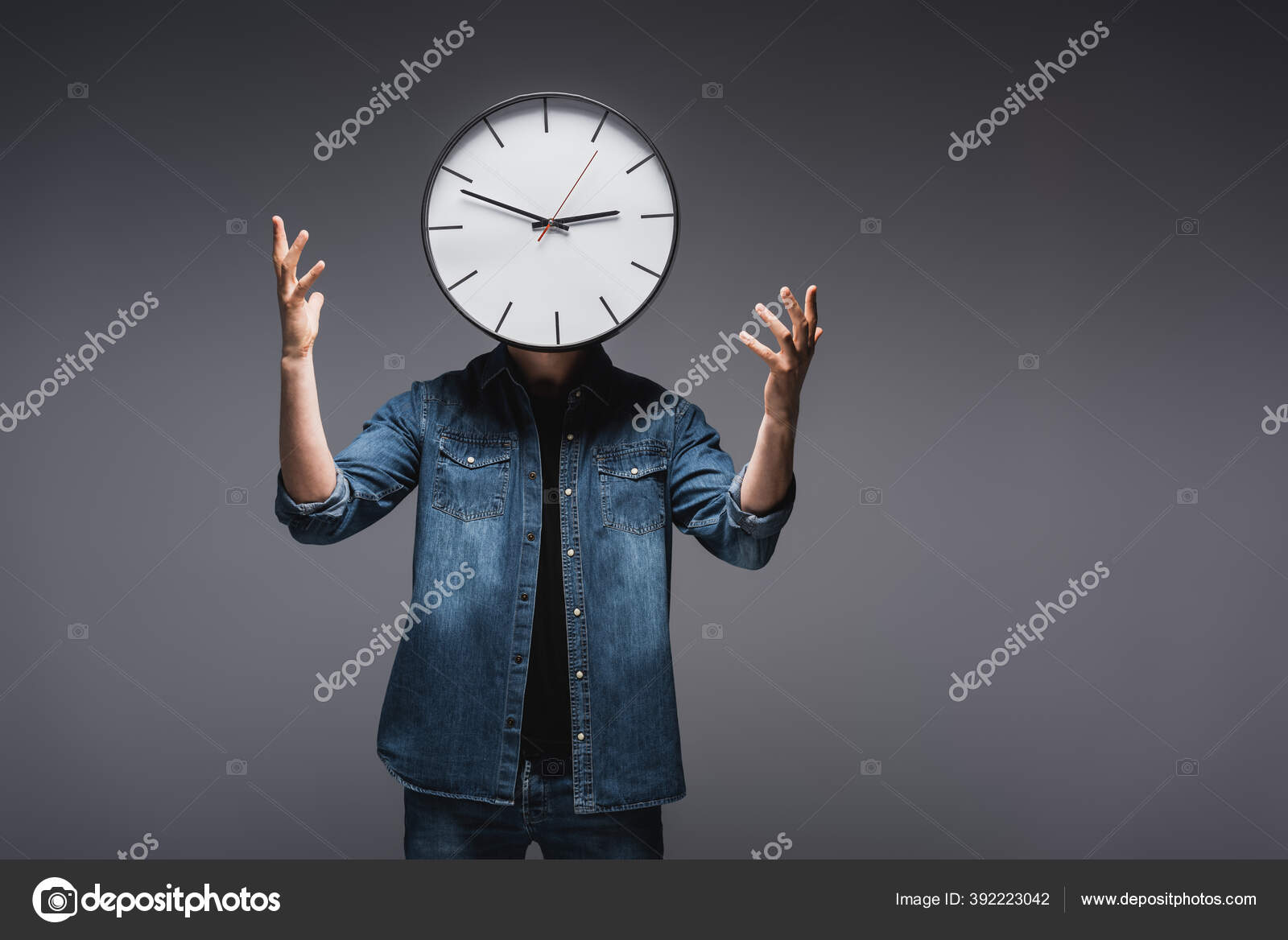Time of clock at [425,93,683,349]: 2:48
